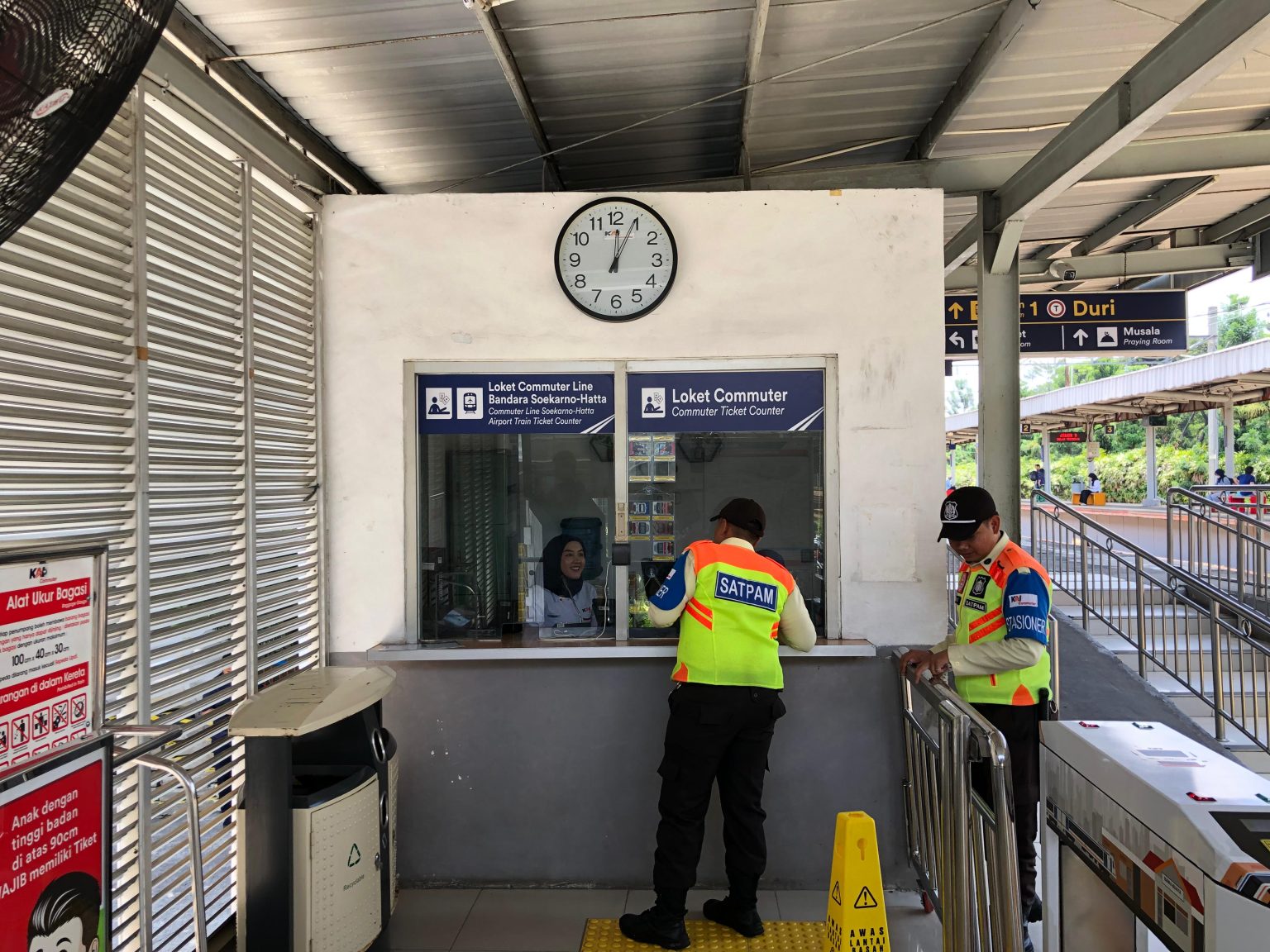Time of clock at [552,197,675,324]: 12:04
